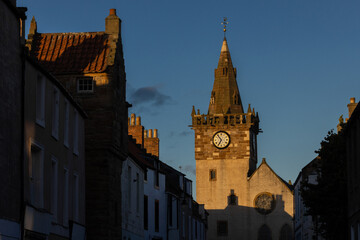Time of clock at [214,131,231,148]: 6:53
